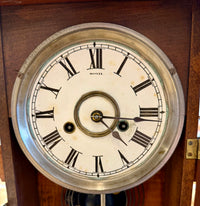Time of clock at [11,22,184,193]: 4:16
